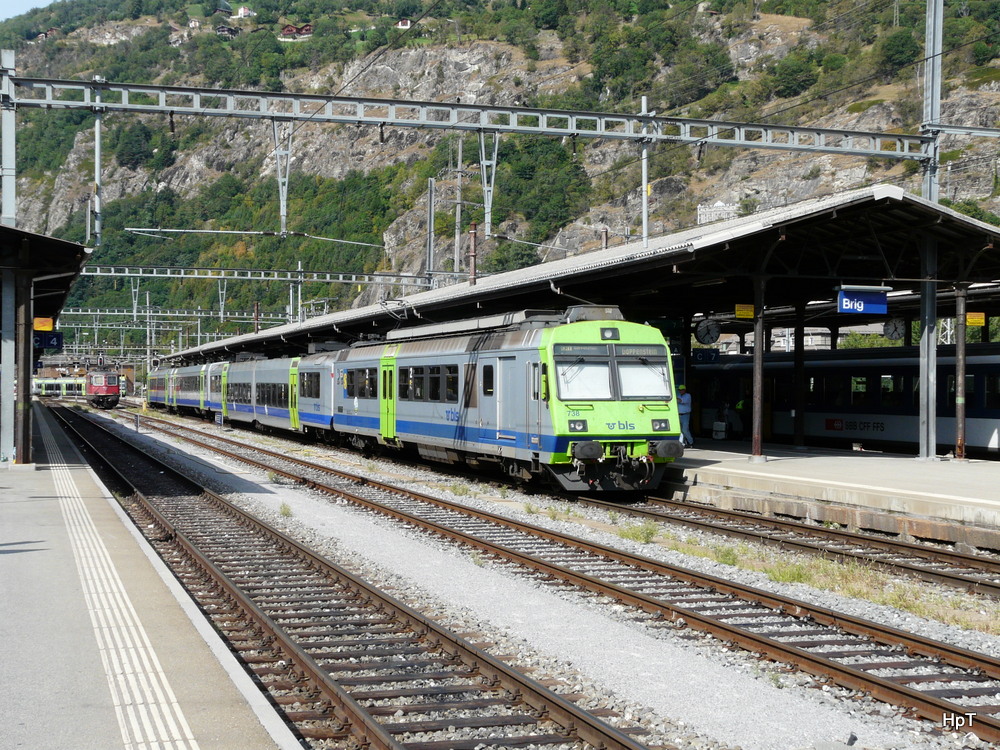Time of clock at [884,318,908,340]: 11:36
